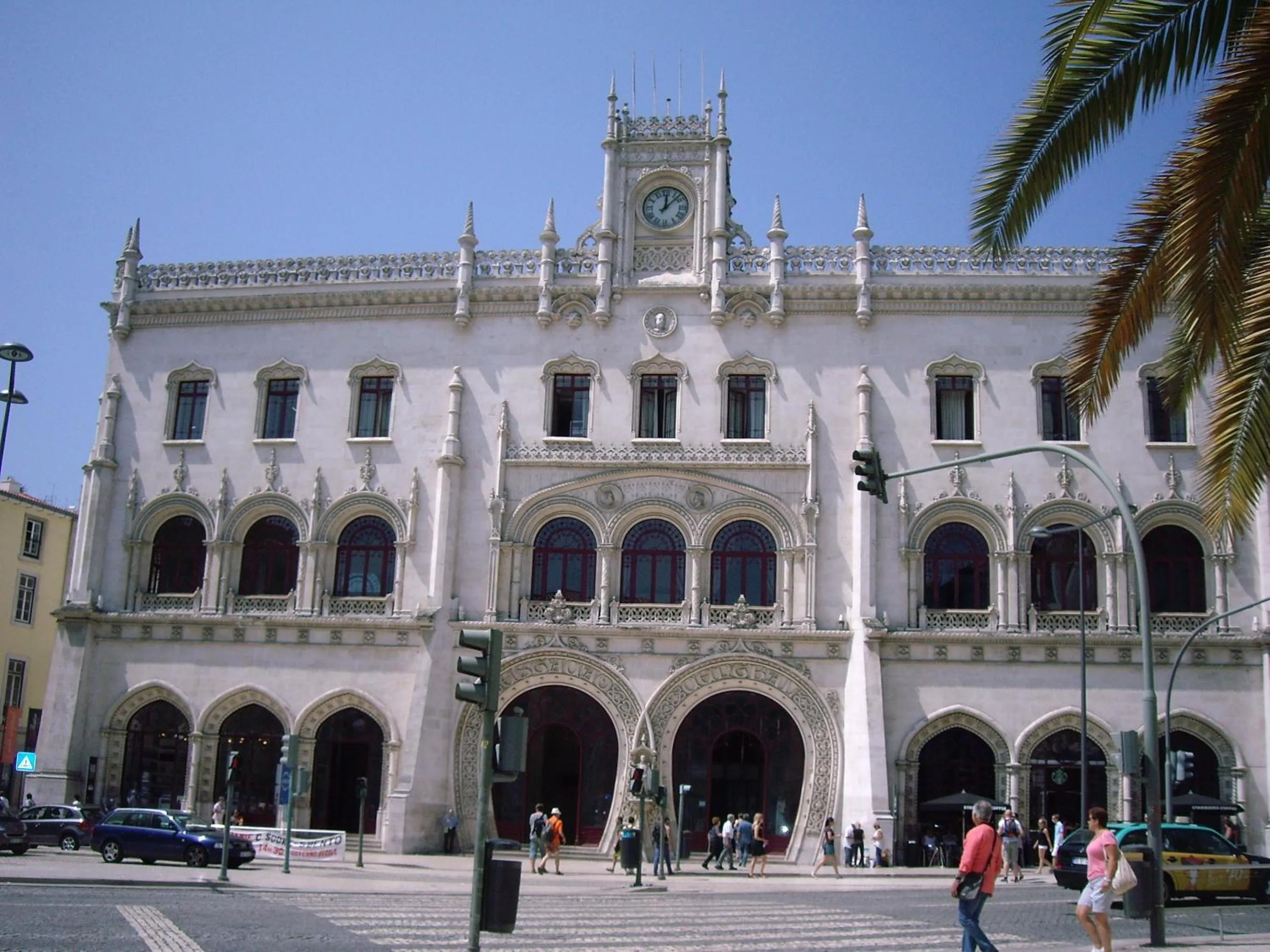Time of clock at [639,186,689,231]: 12:07
